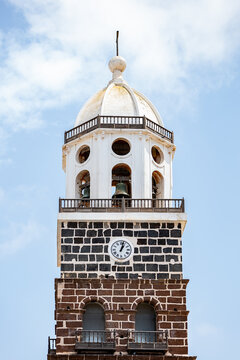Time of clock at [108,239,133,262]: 1:02
